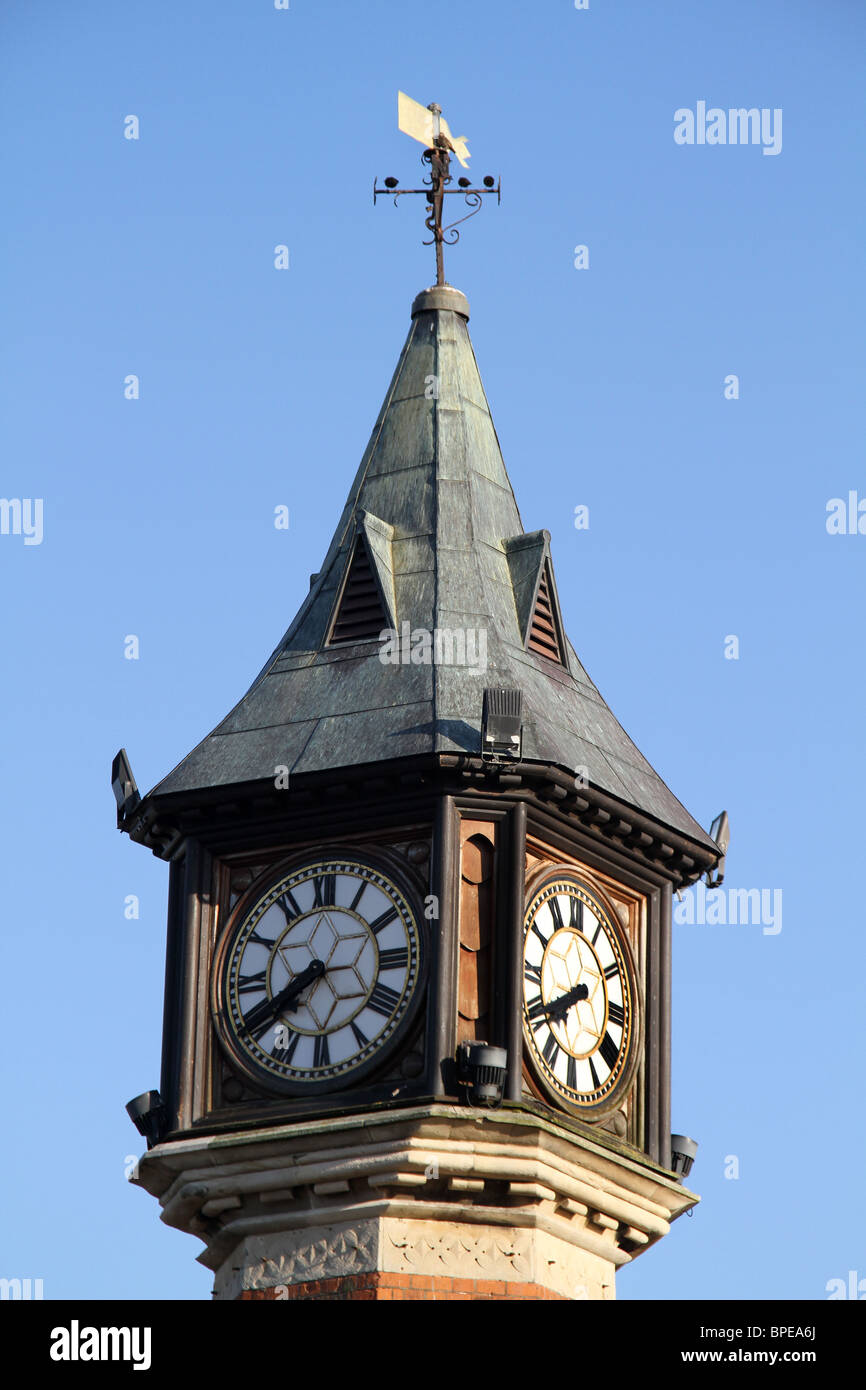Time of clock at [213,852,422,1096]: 7:40
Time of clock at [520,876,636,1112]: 7:40
